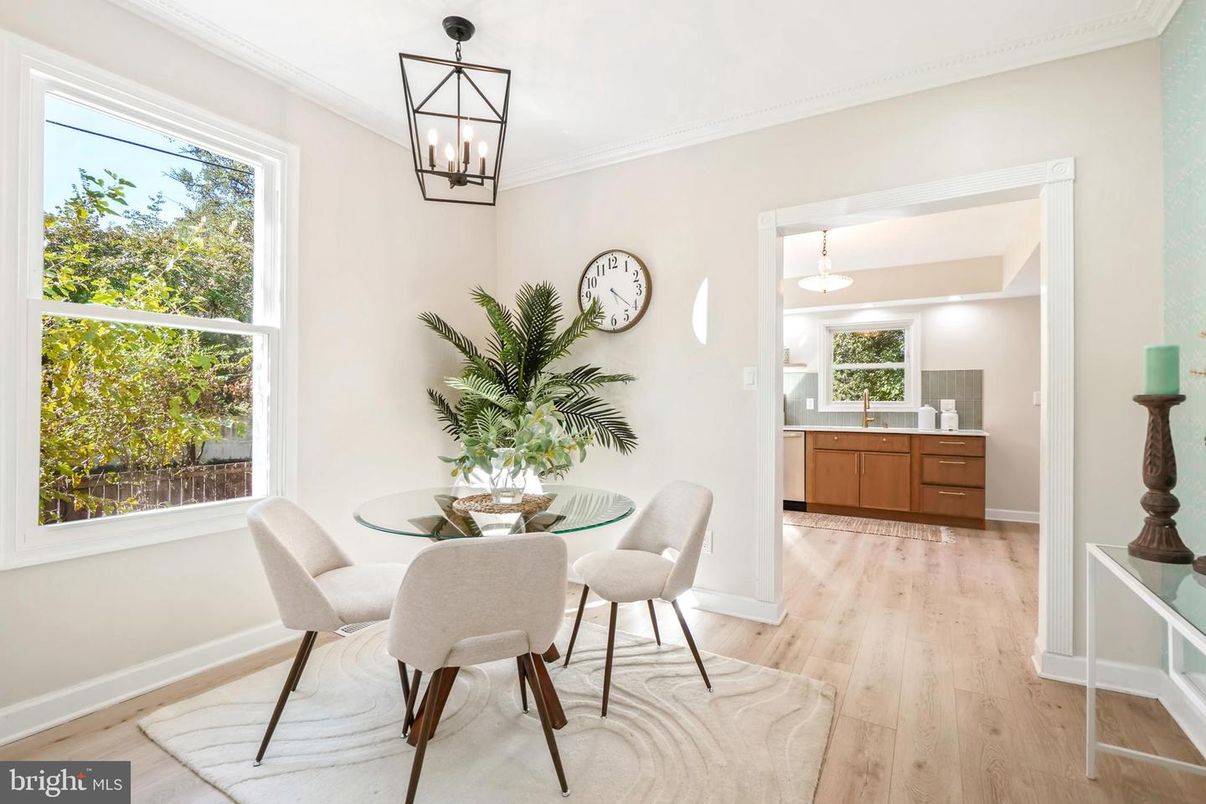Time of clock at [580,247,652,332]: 4:21
